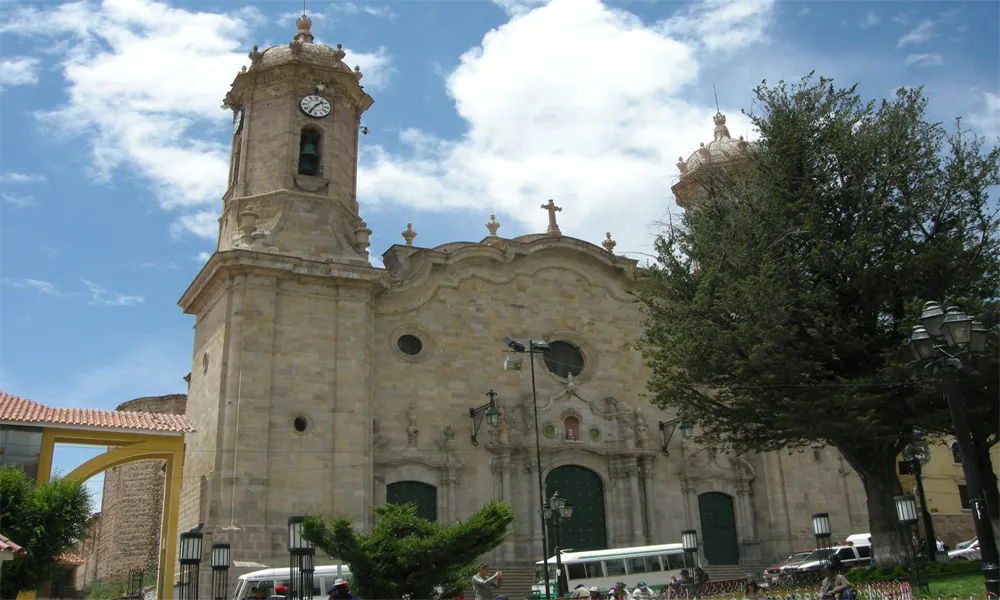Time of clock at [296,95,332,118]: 1:35
